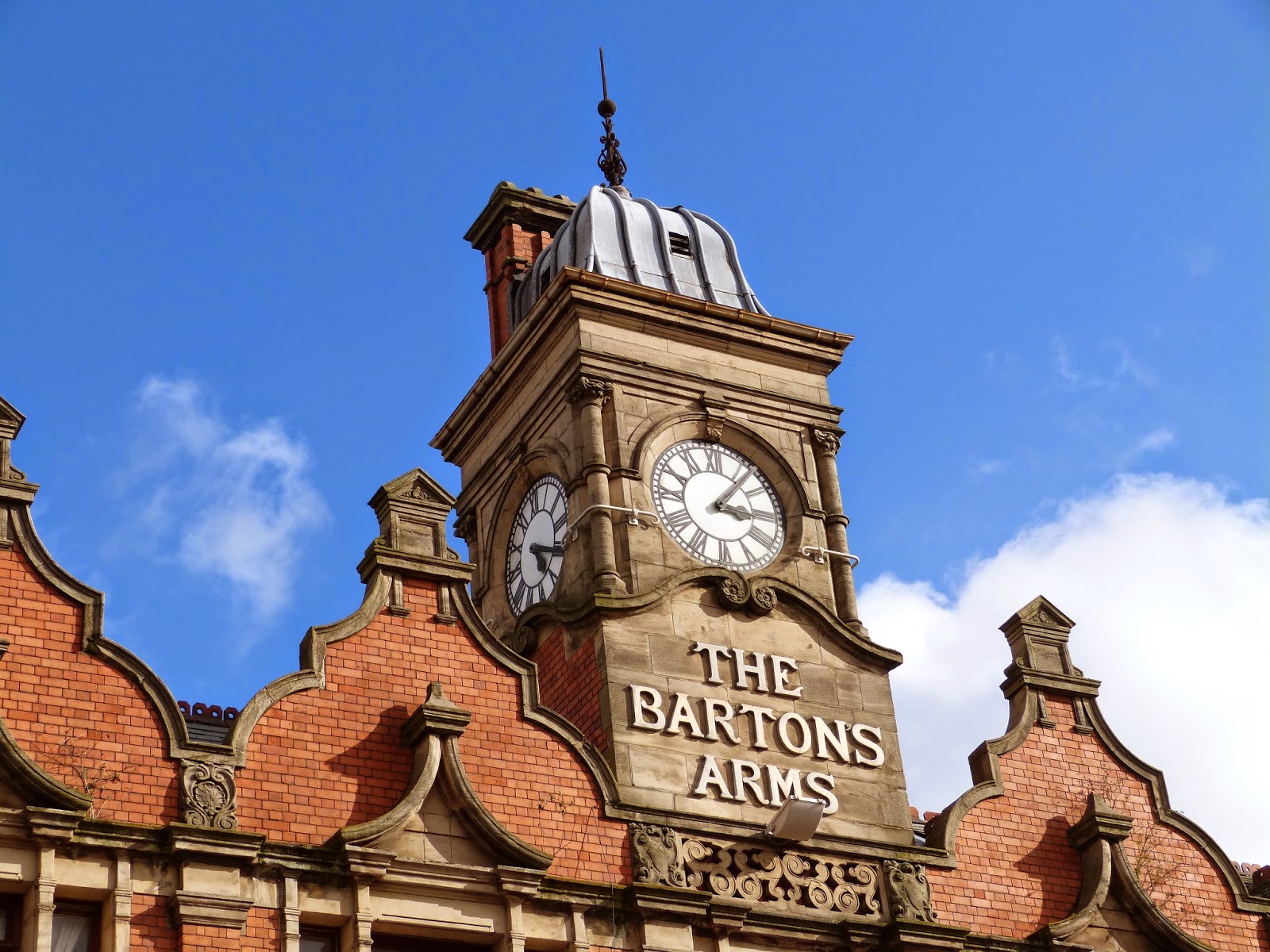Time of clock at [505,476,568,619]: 4:16
